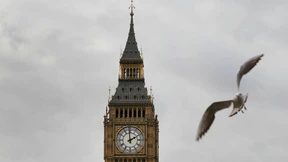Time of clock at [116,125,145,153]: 1:59
